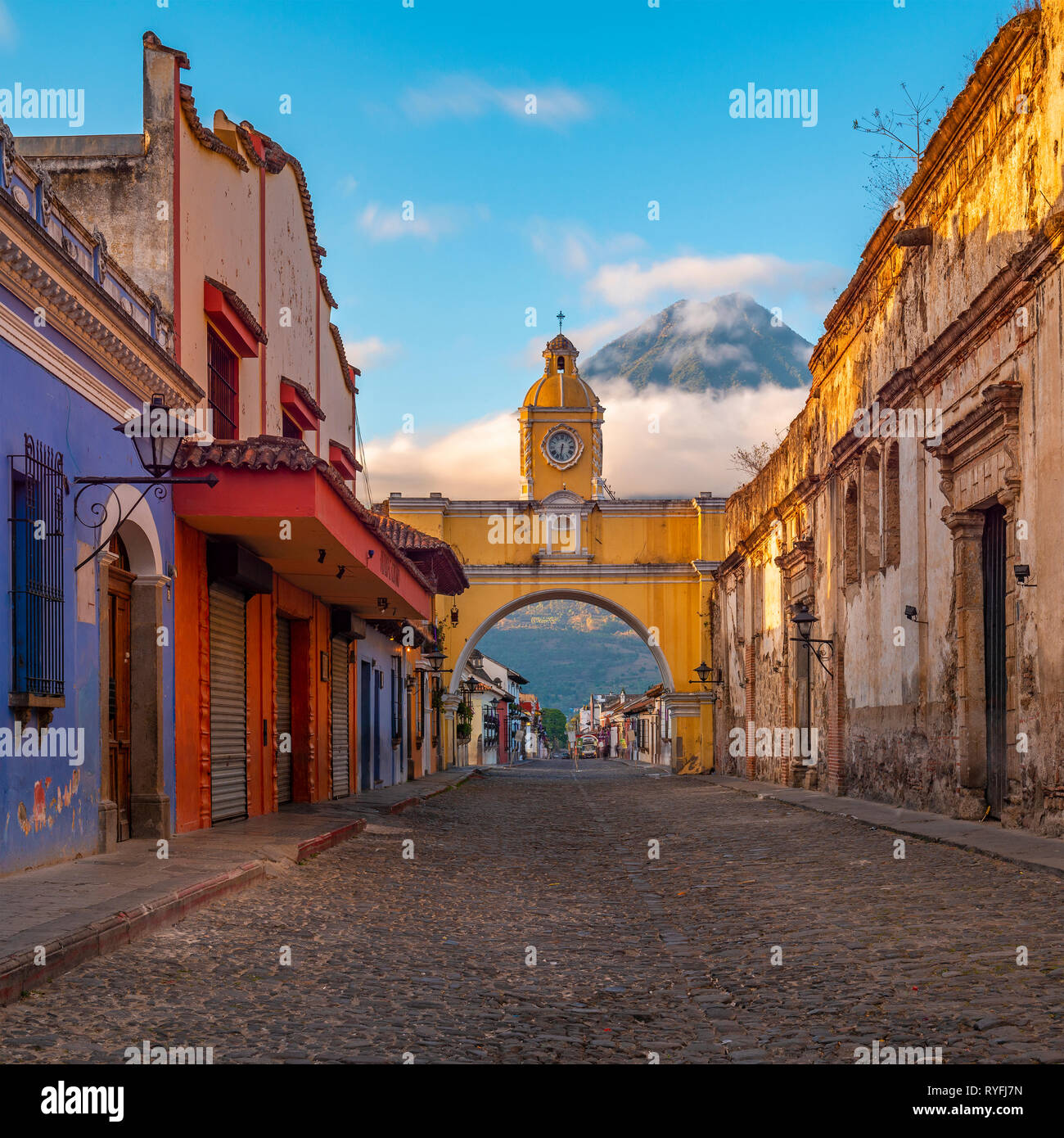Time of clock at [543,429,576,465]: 6:32
